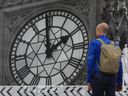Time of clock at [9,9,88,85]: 1:59
